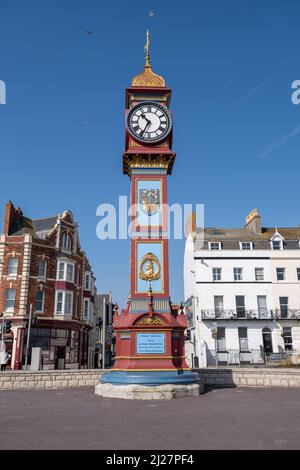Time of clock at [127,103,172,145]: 10:34
